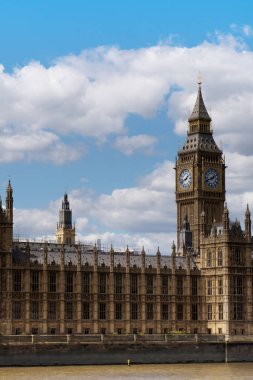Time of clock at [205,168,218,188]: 1:41
